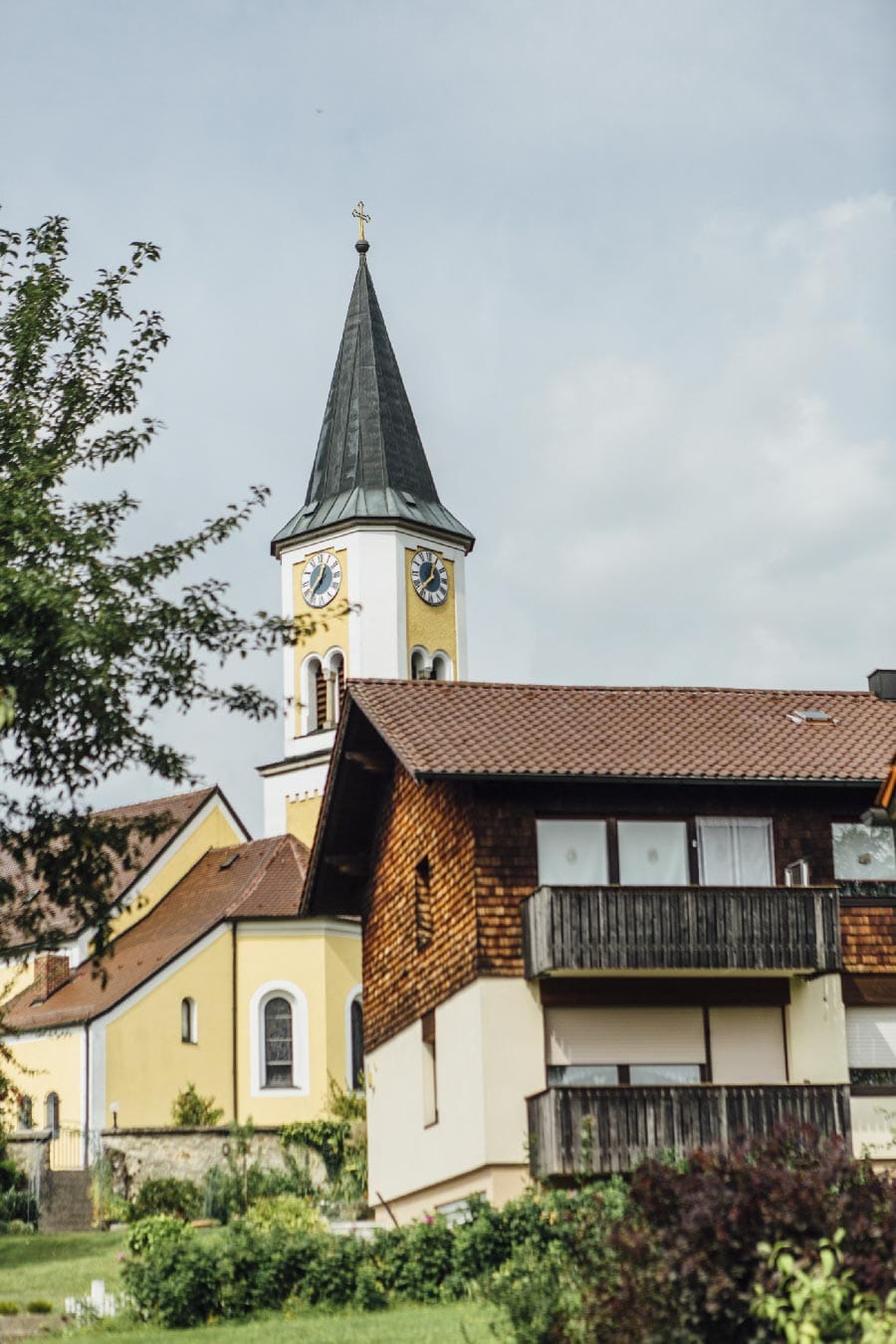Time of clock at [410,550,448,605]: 12:37
